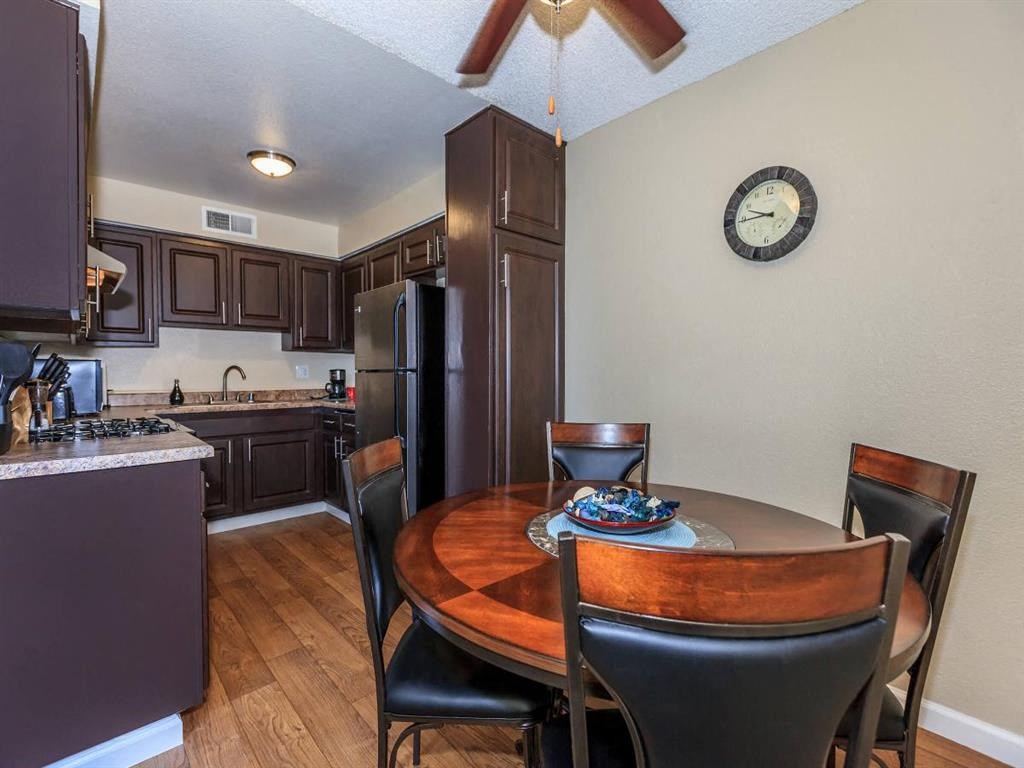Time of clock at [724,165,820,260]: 9:44
